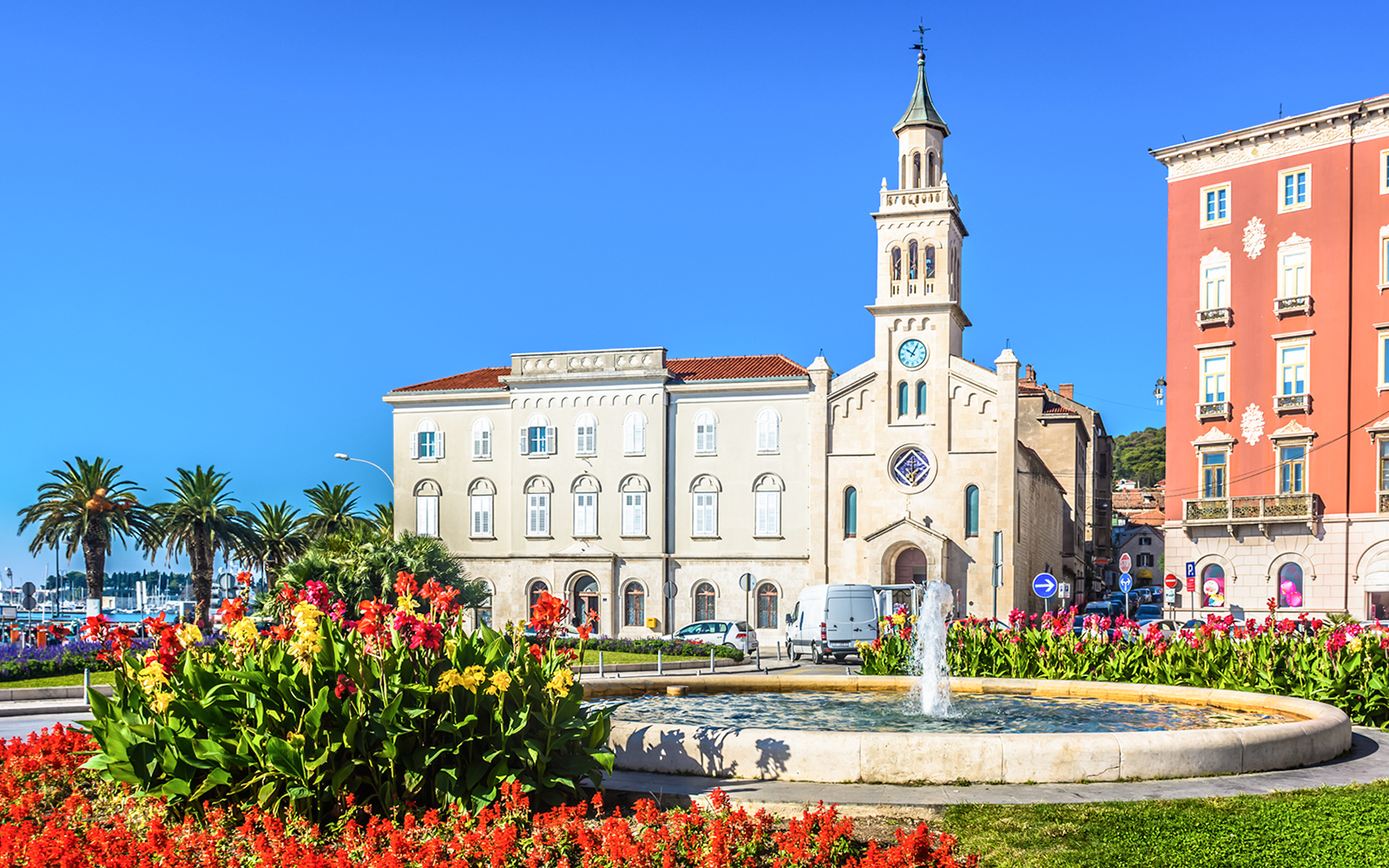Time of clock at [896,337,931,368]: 10:05
